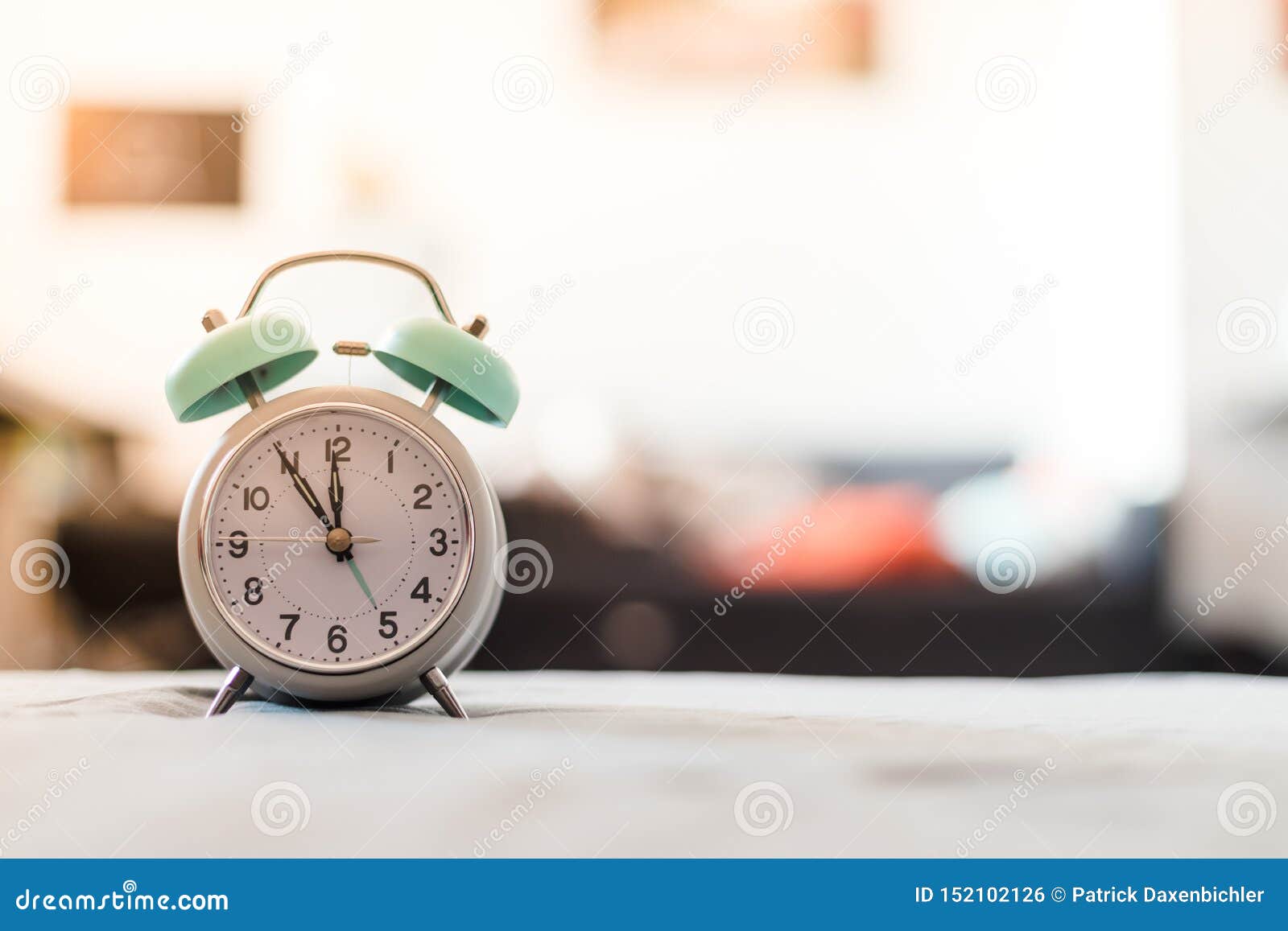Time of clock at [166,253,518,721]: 11:54
